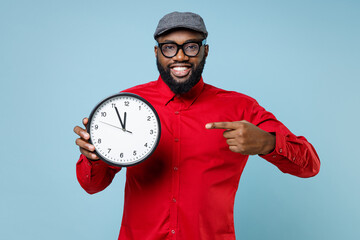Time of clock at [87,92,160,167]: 11:55
